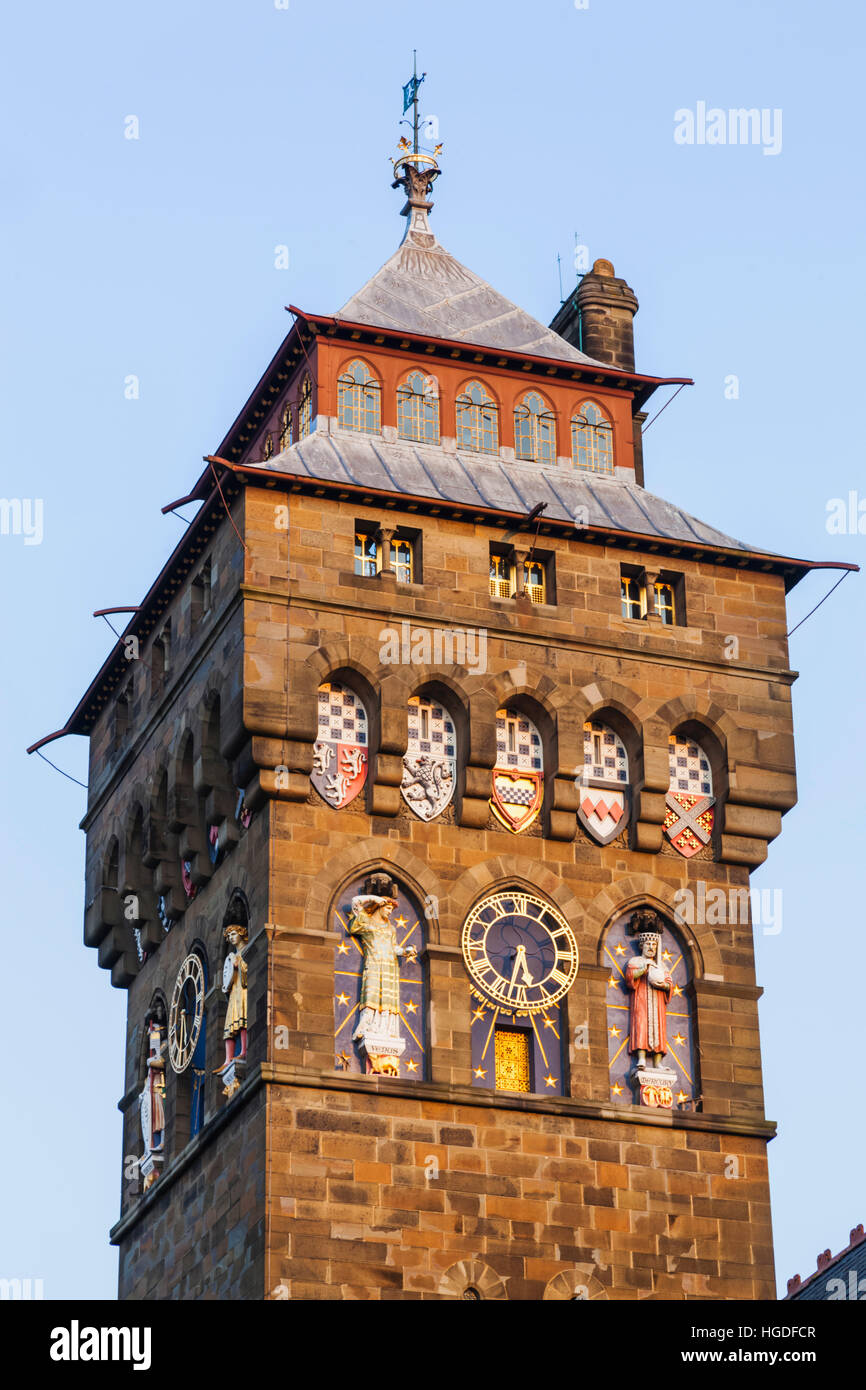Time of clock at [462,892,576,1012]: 5:32
